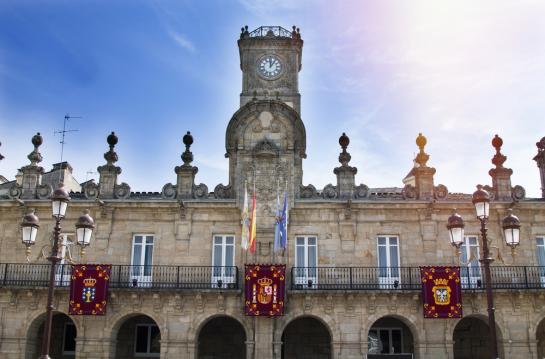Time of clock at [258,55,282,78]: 12:06
